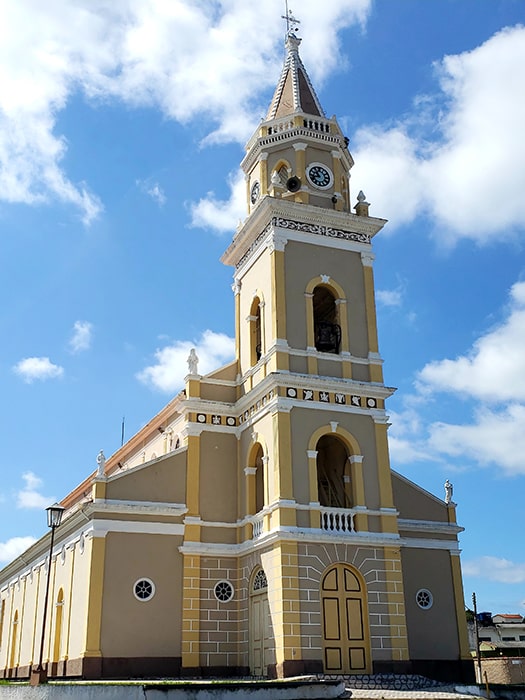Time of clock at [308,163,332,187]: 10:42
